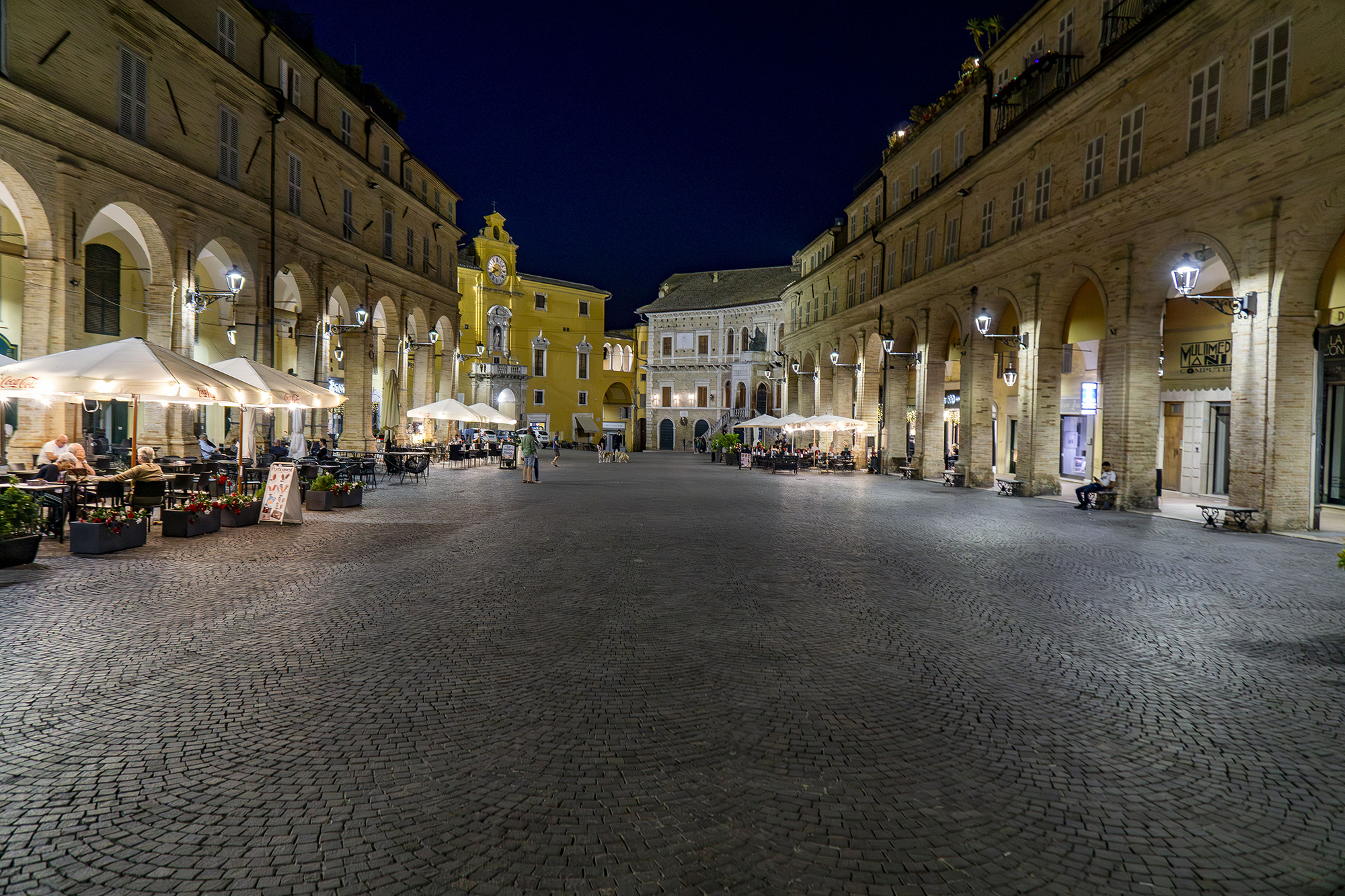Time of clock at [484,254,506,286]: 9:41
